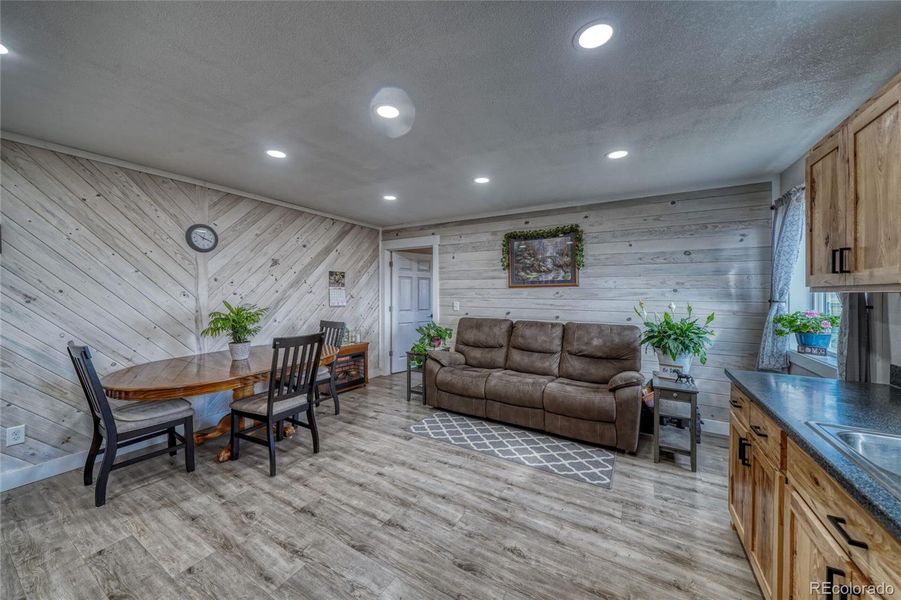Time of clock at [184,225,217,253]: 3:51
